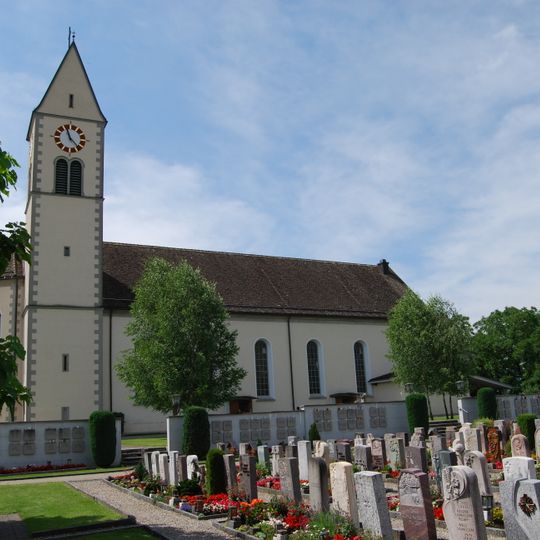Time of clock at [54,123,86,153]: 11:22
